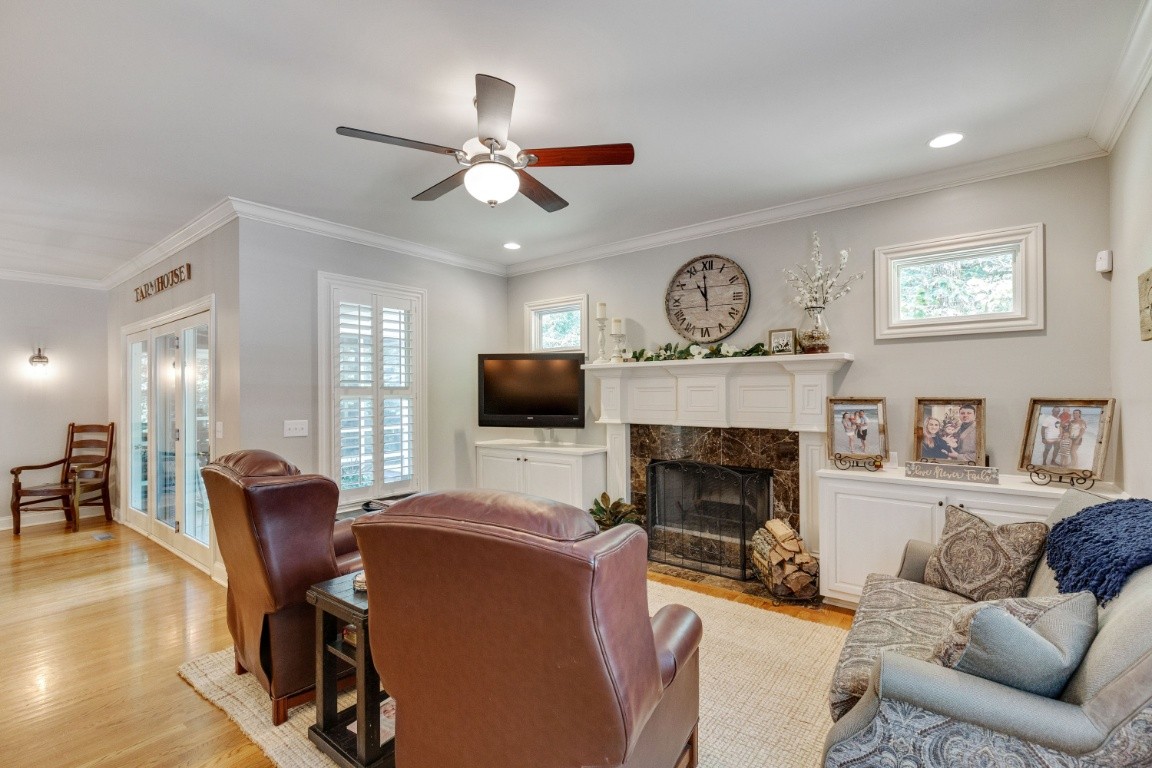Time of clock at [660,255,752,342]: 10:59
